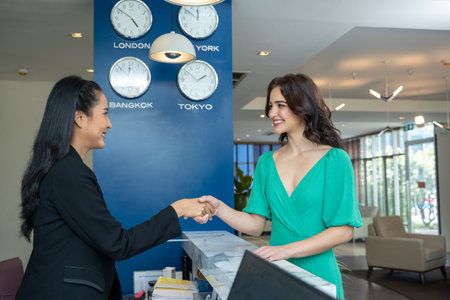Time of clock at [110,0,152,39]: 4:50
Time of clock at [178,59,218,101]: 1:51
